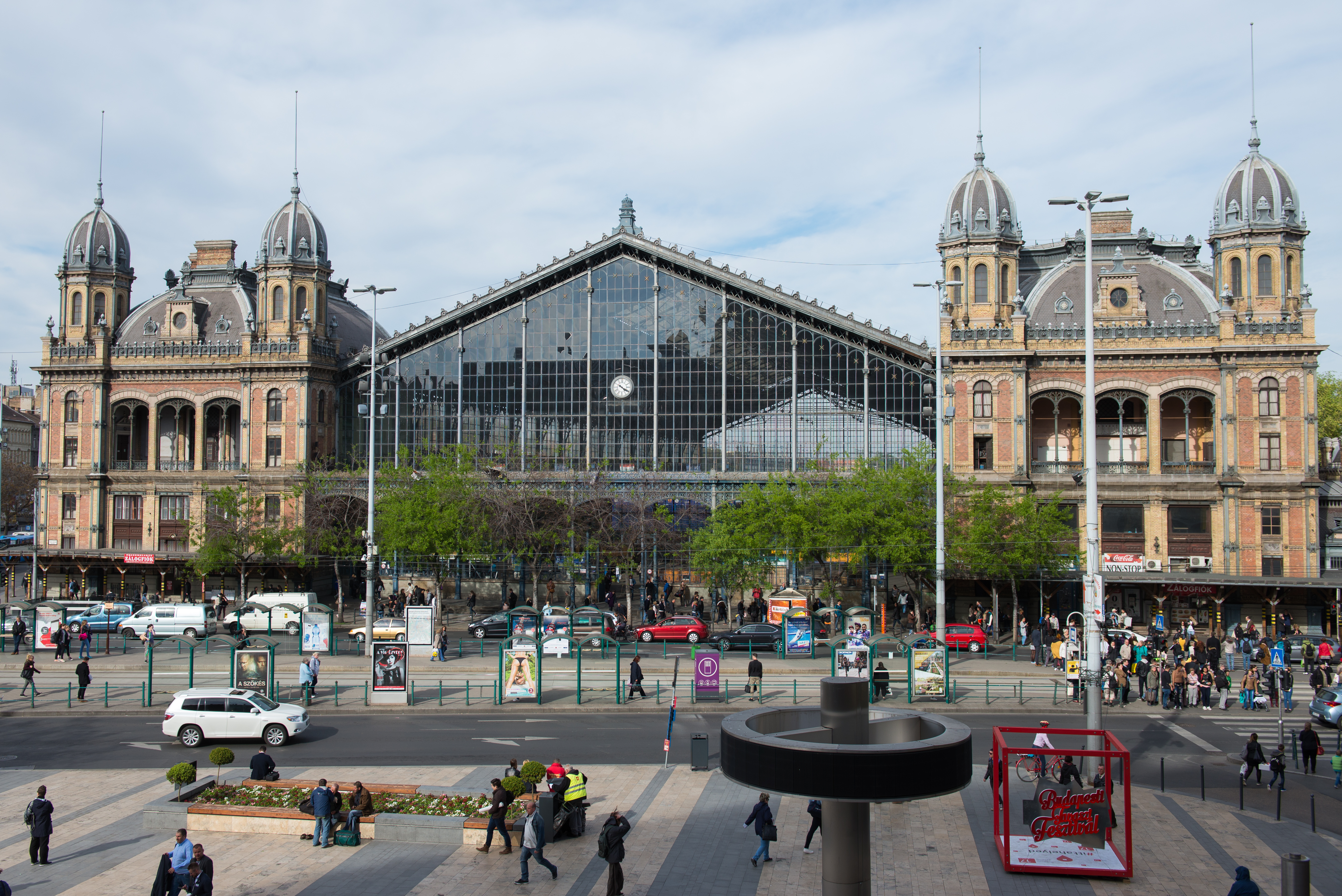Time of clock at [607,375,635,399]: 4:20
